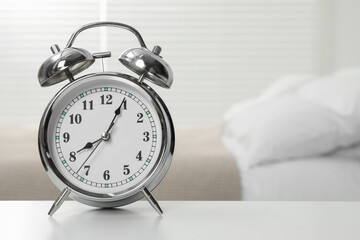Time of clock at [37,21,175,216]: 8:04
